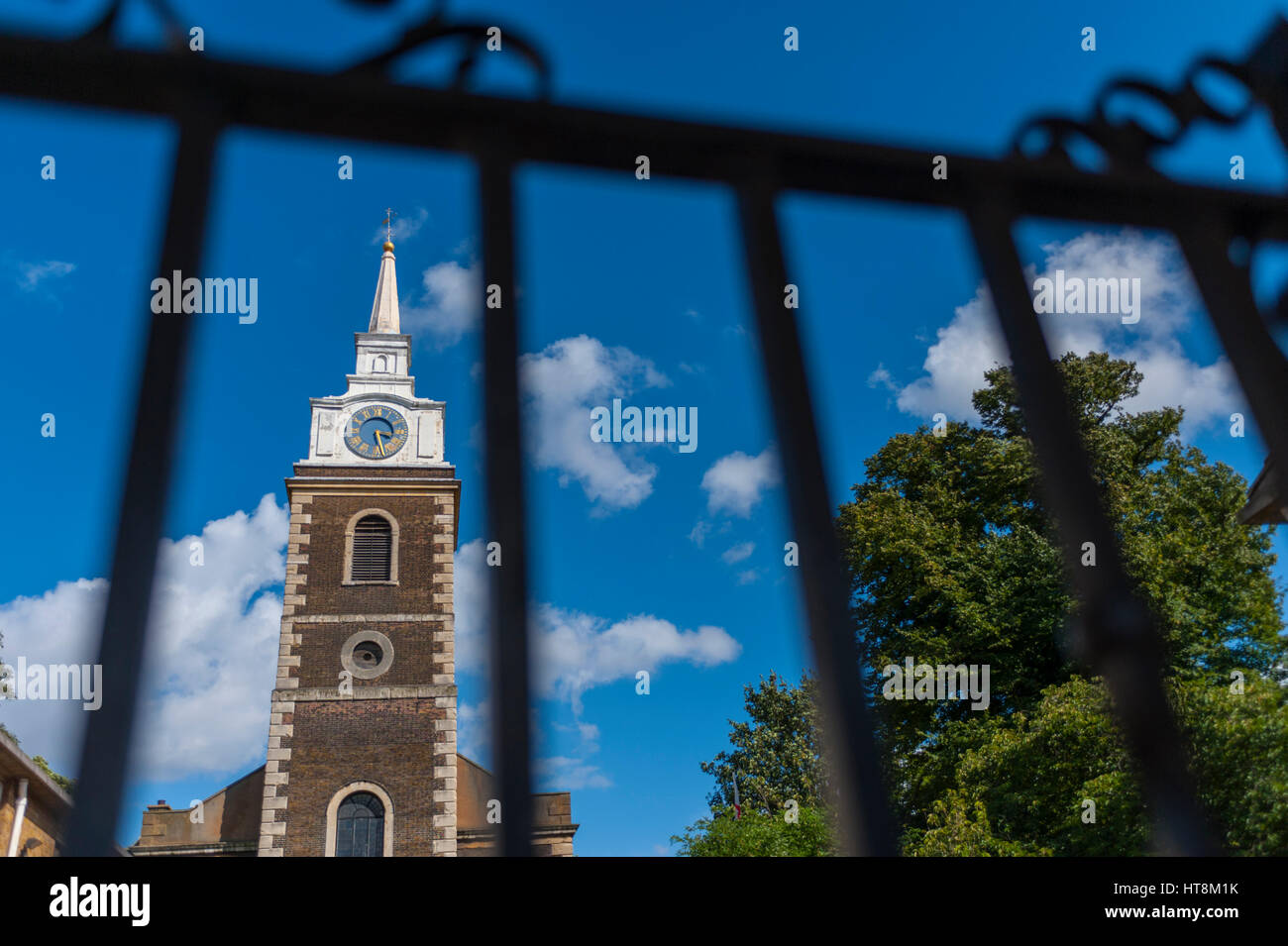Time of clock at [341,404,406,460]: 3:27
